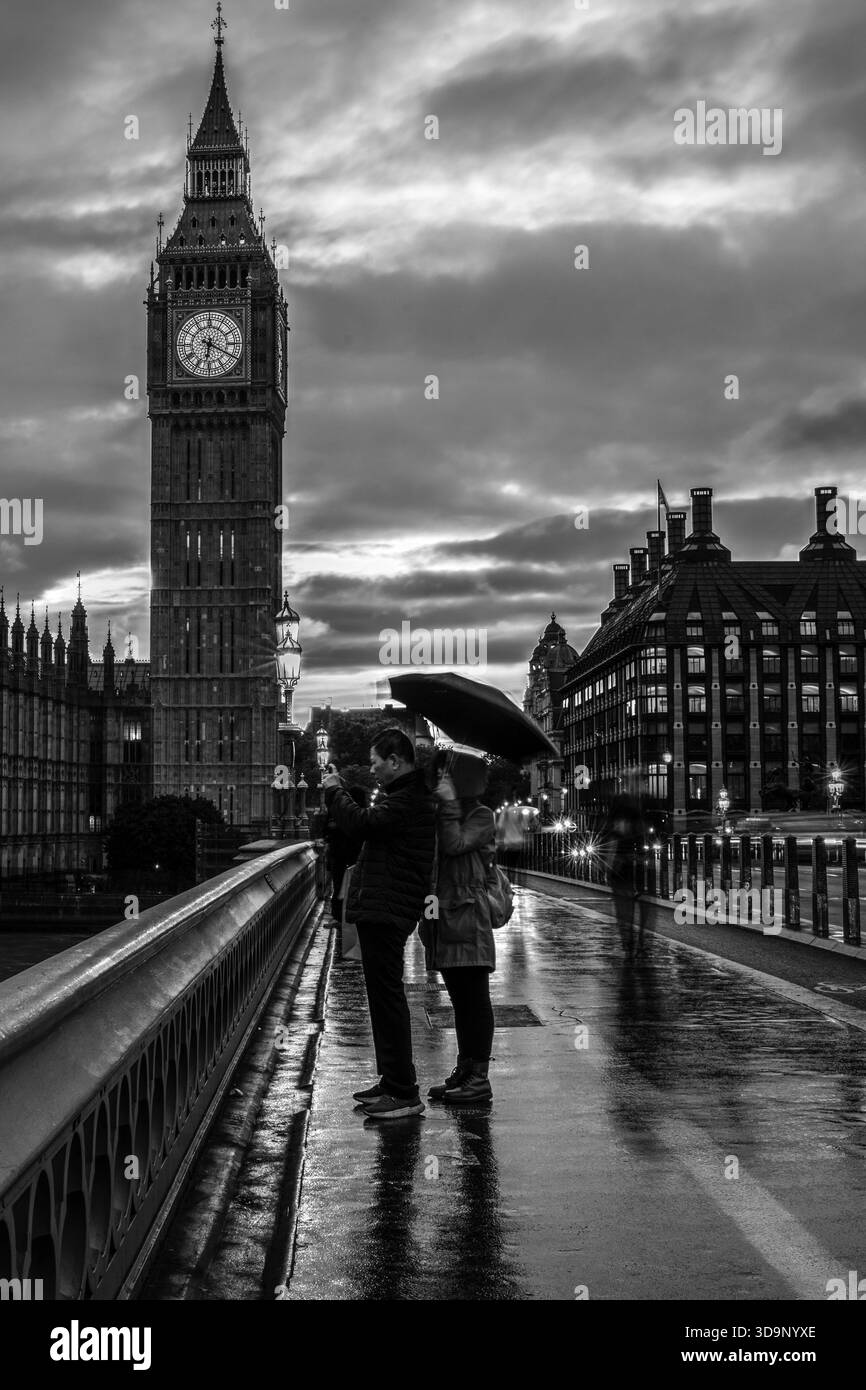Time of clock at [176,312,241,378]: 6:19
